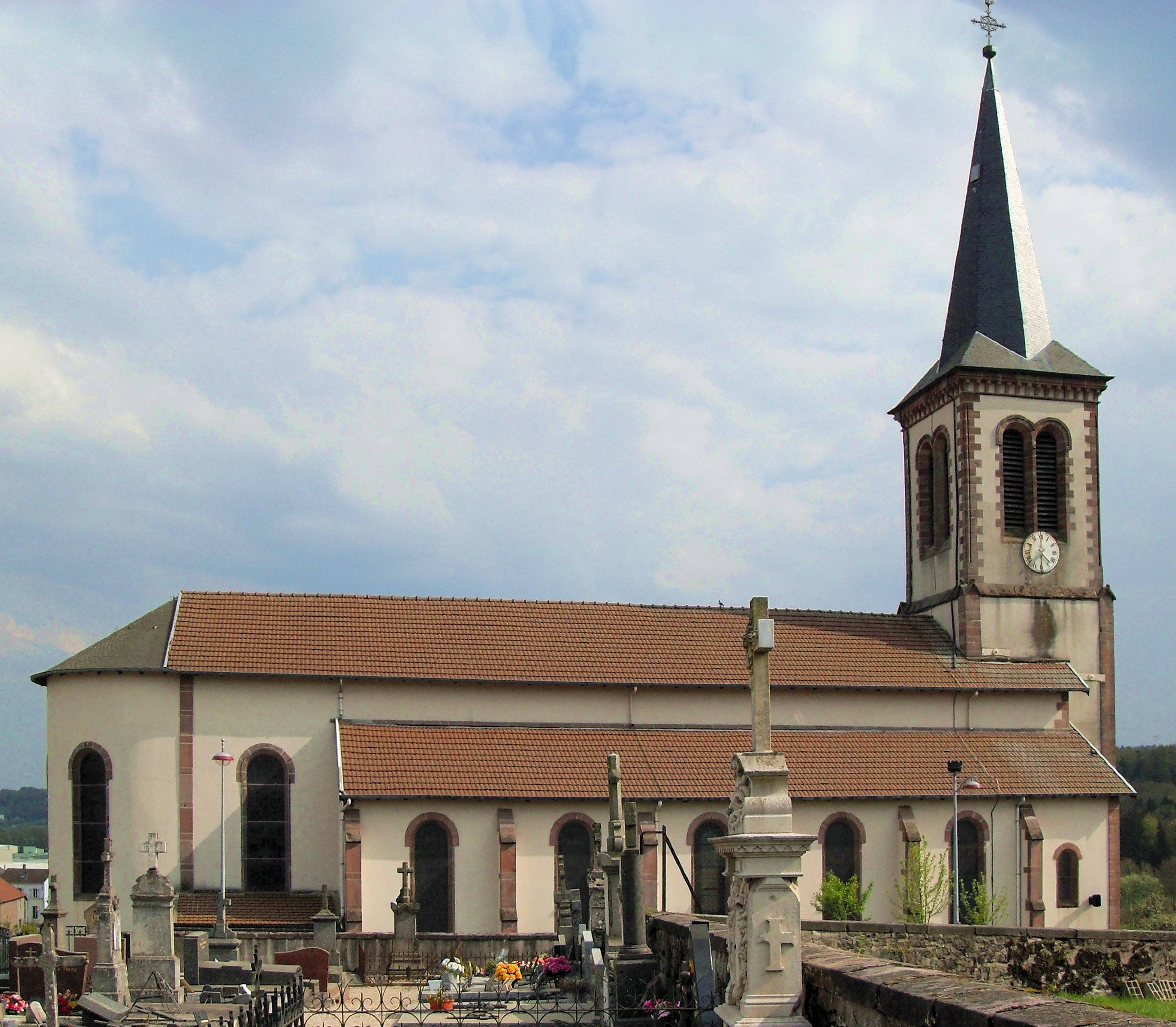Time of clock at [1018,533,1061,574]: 4:30
